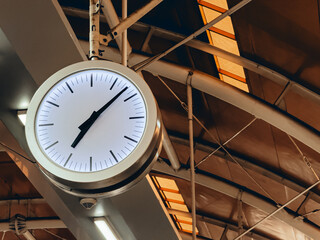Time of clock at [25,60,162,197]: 7:08
